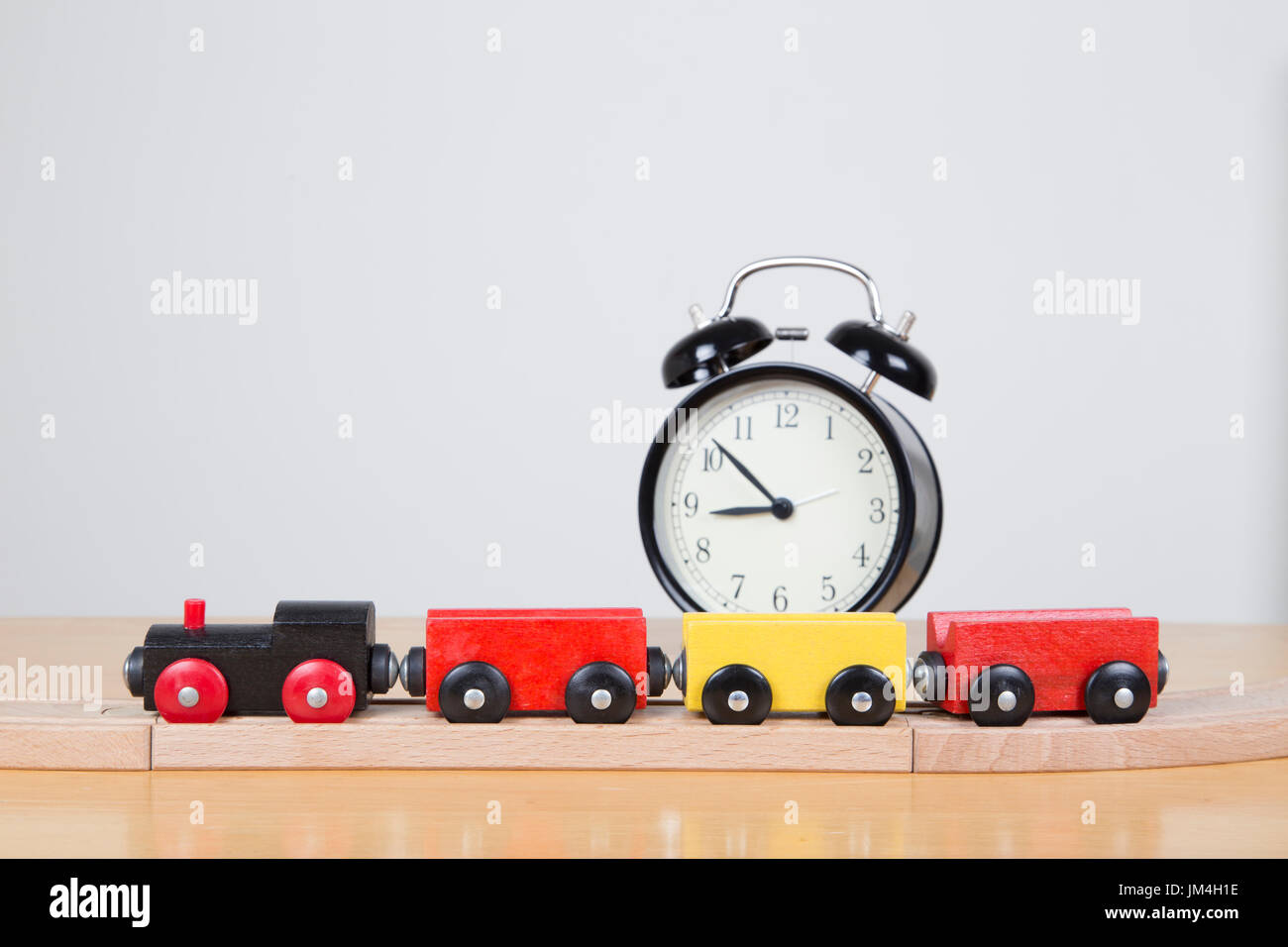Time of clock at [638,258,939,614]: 8:52
